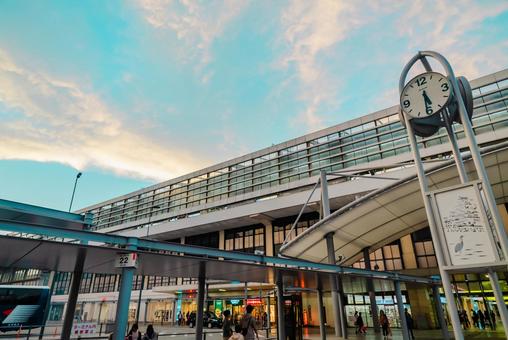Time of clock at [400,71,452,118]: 5:31
